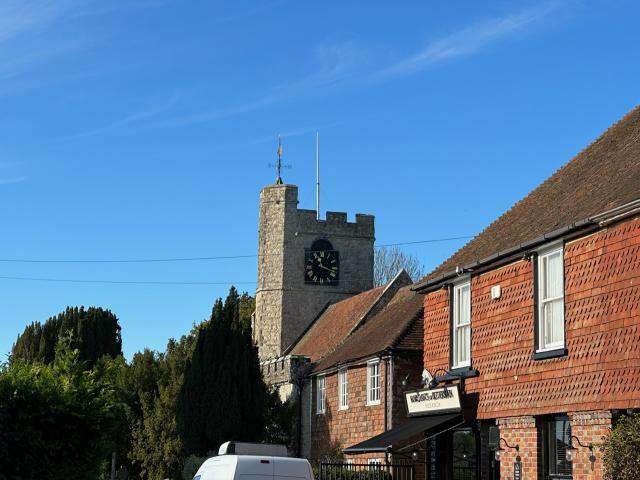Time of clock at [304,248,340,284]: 11:18
